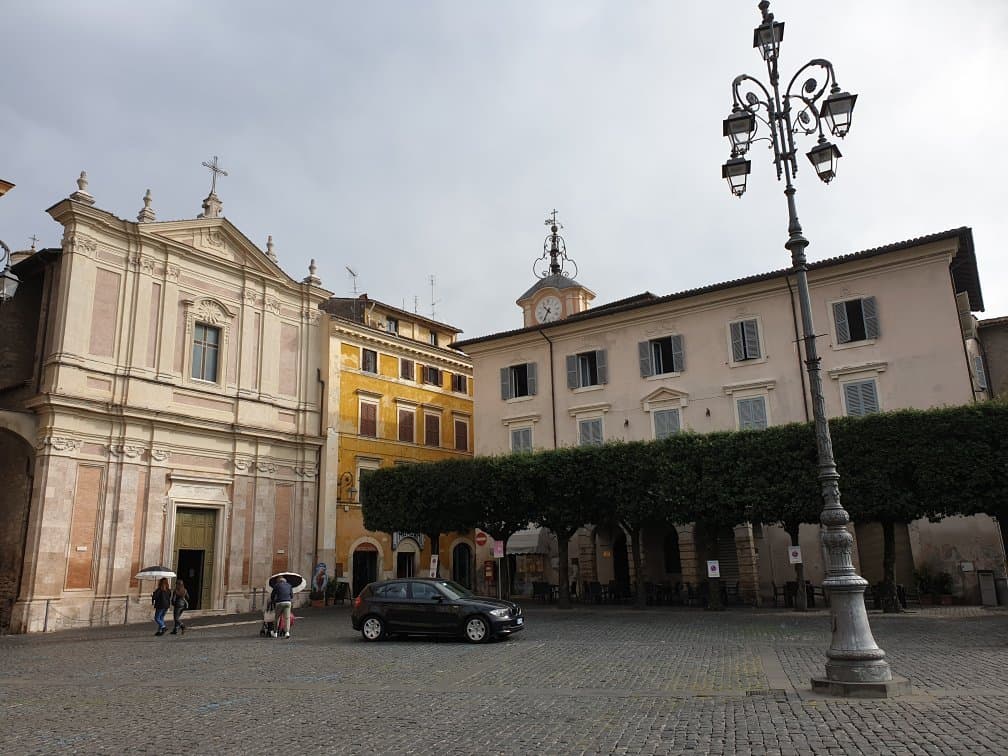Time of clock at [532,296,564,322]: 10:35
